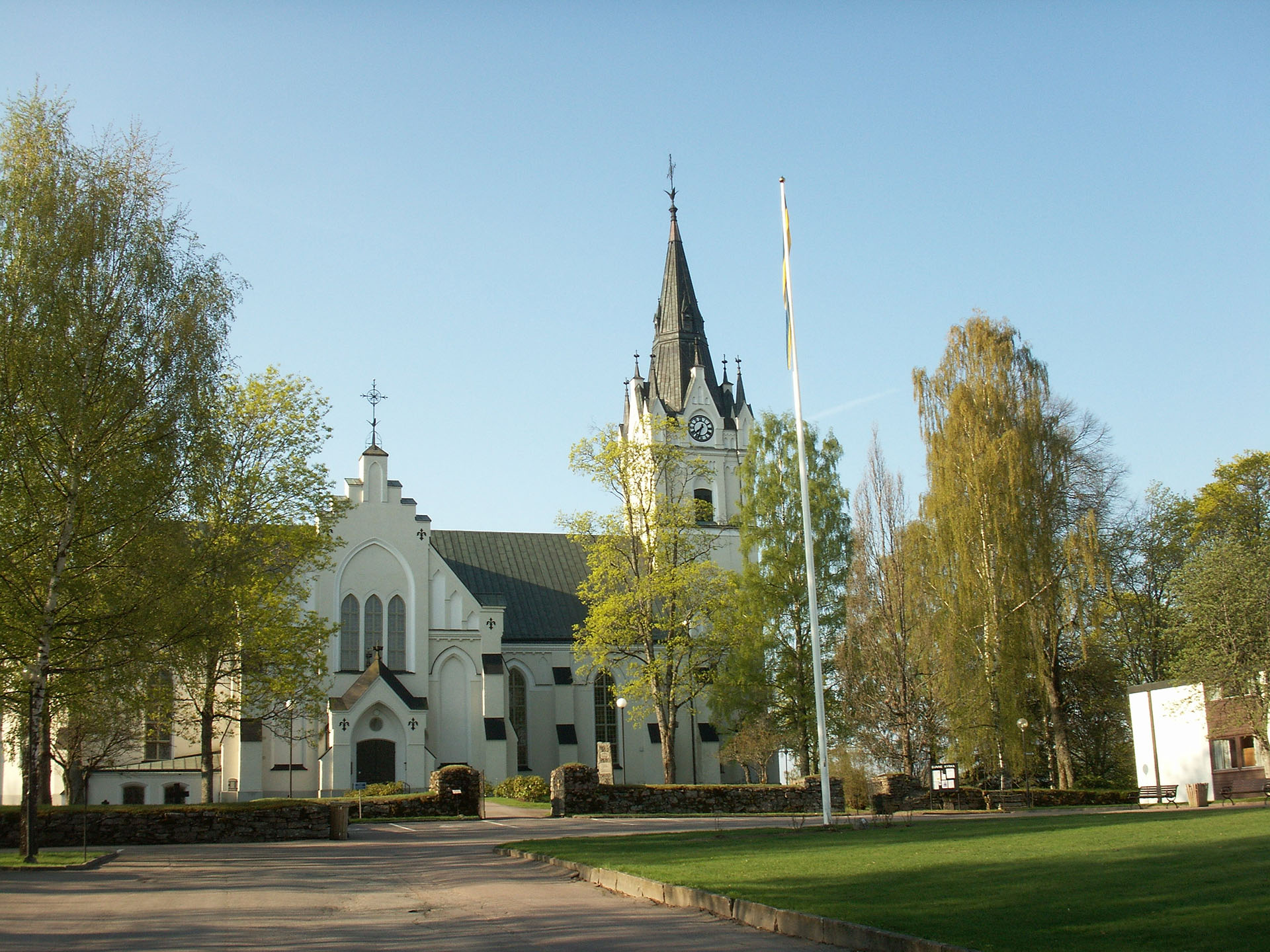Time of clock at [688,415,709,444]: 7:32
